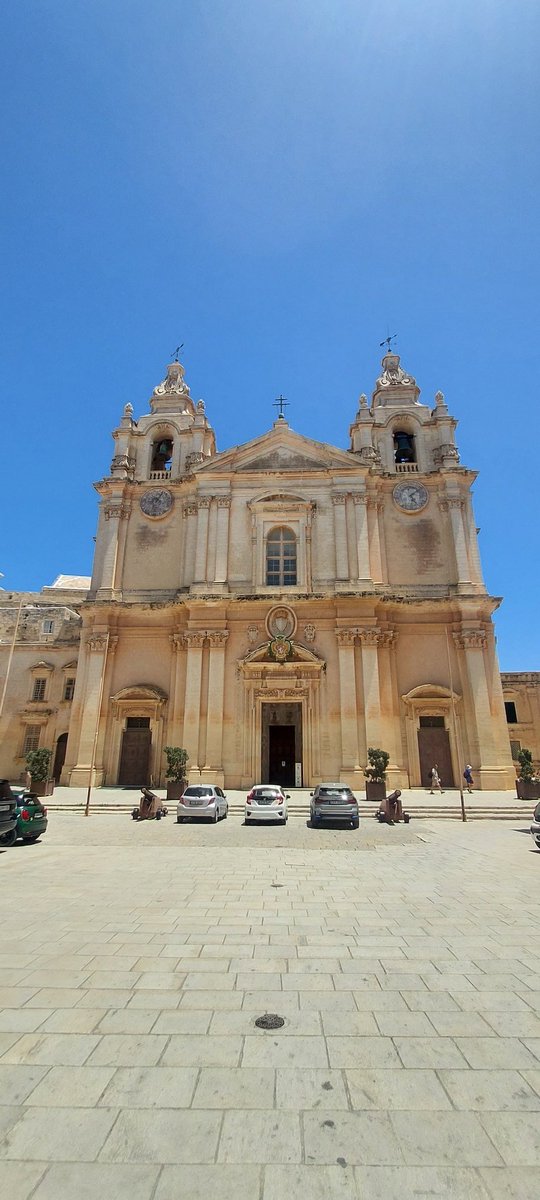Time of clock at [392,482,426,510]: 5:08
